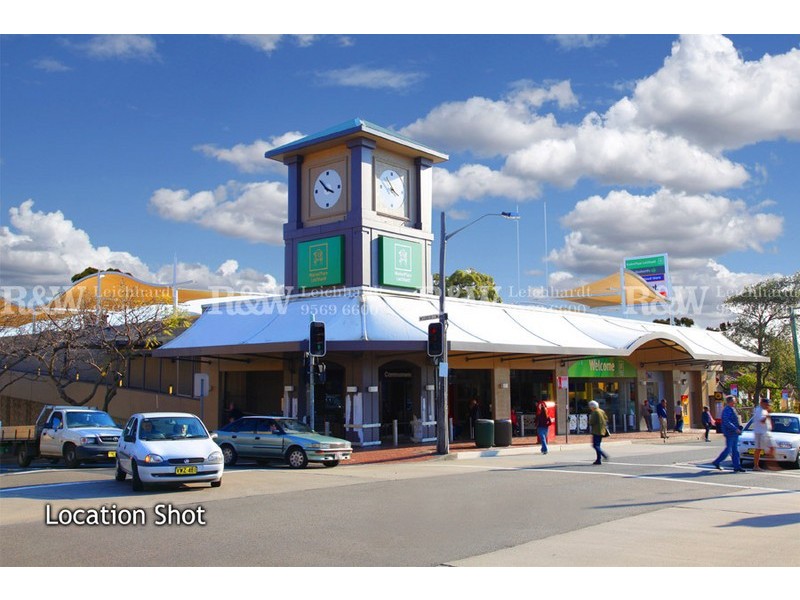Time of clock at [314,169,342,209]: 3:51
